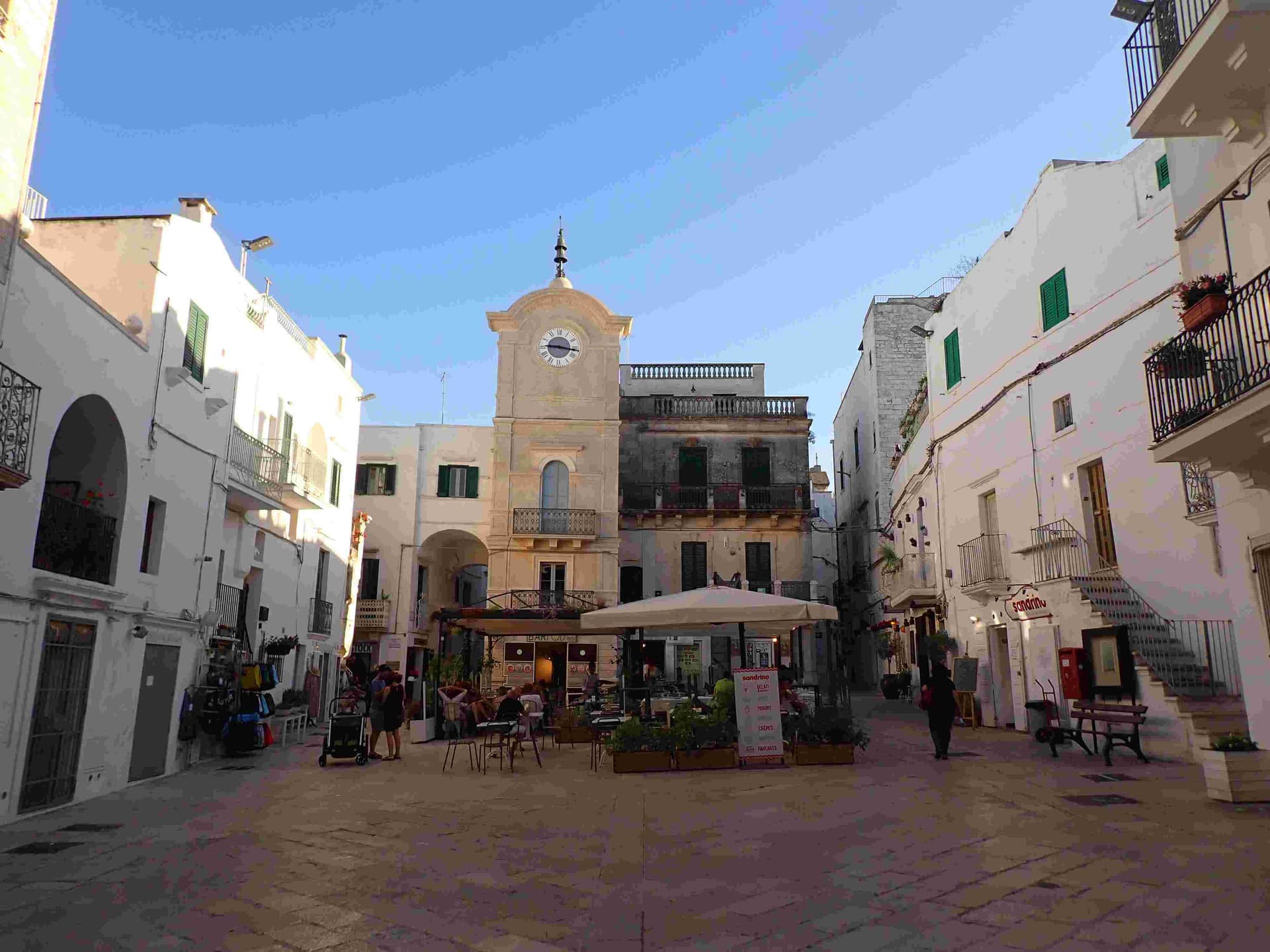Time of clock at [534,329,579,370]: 9:16
